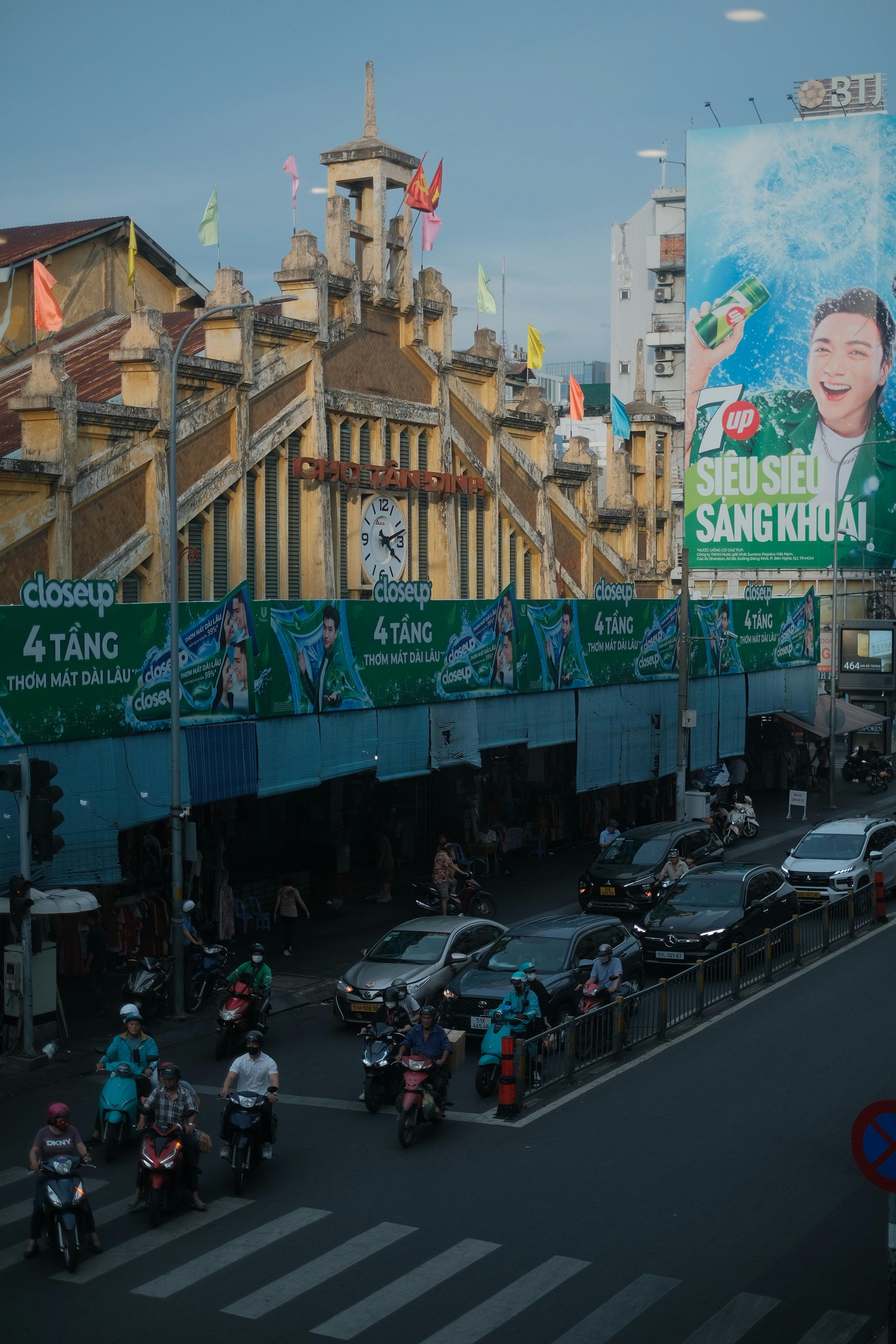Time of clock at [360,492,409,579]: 4:12
